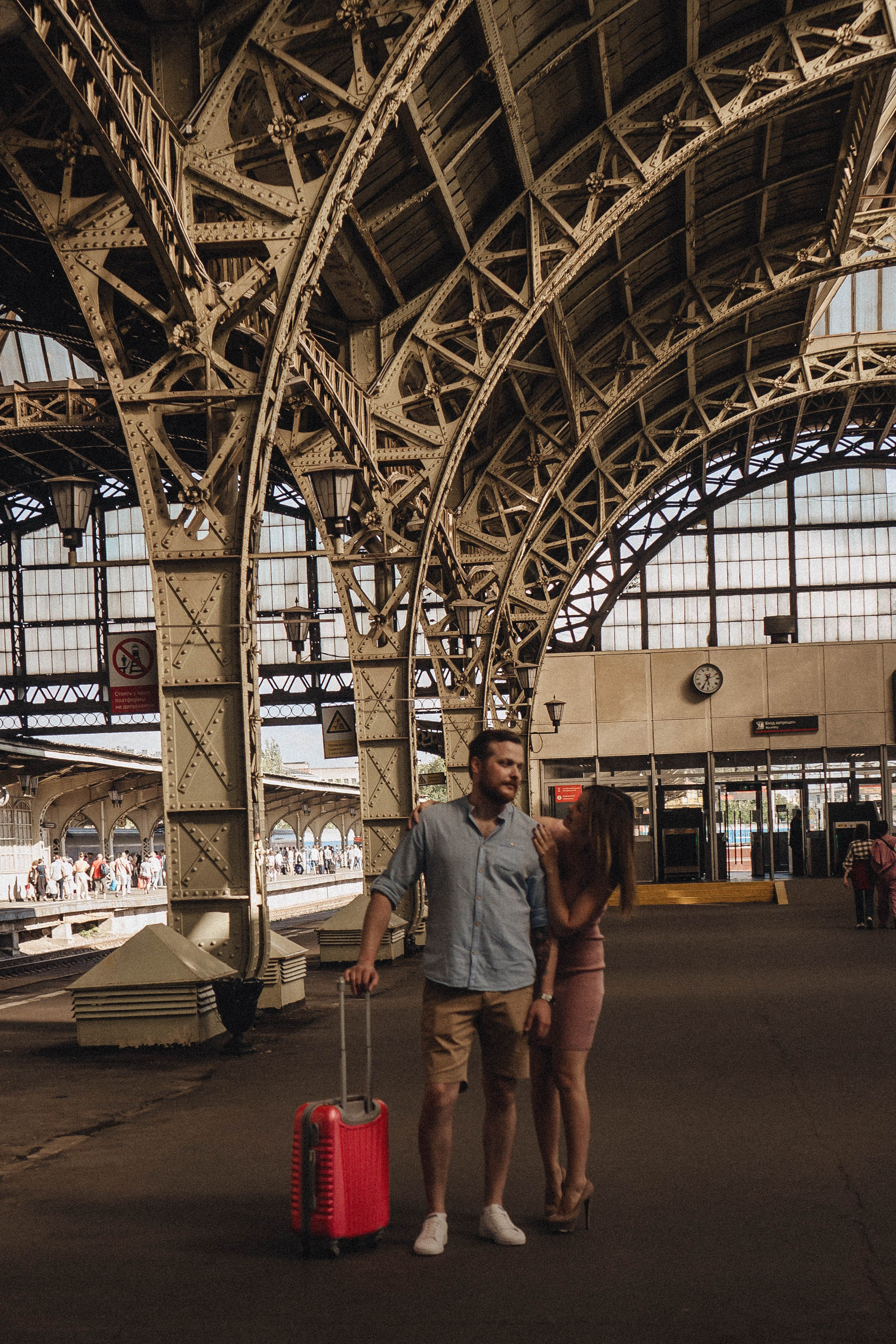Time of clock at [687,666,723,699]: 5:34
